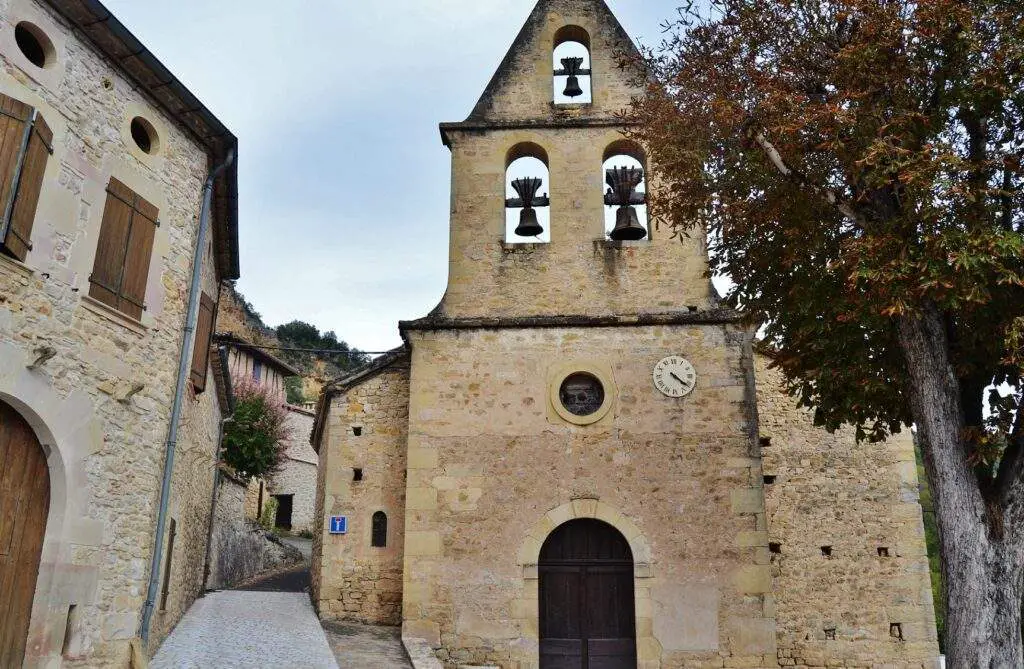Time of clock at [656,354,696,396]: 4:21
